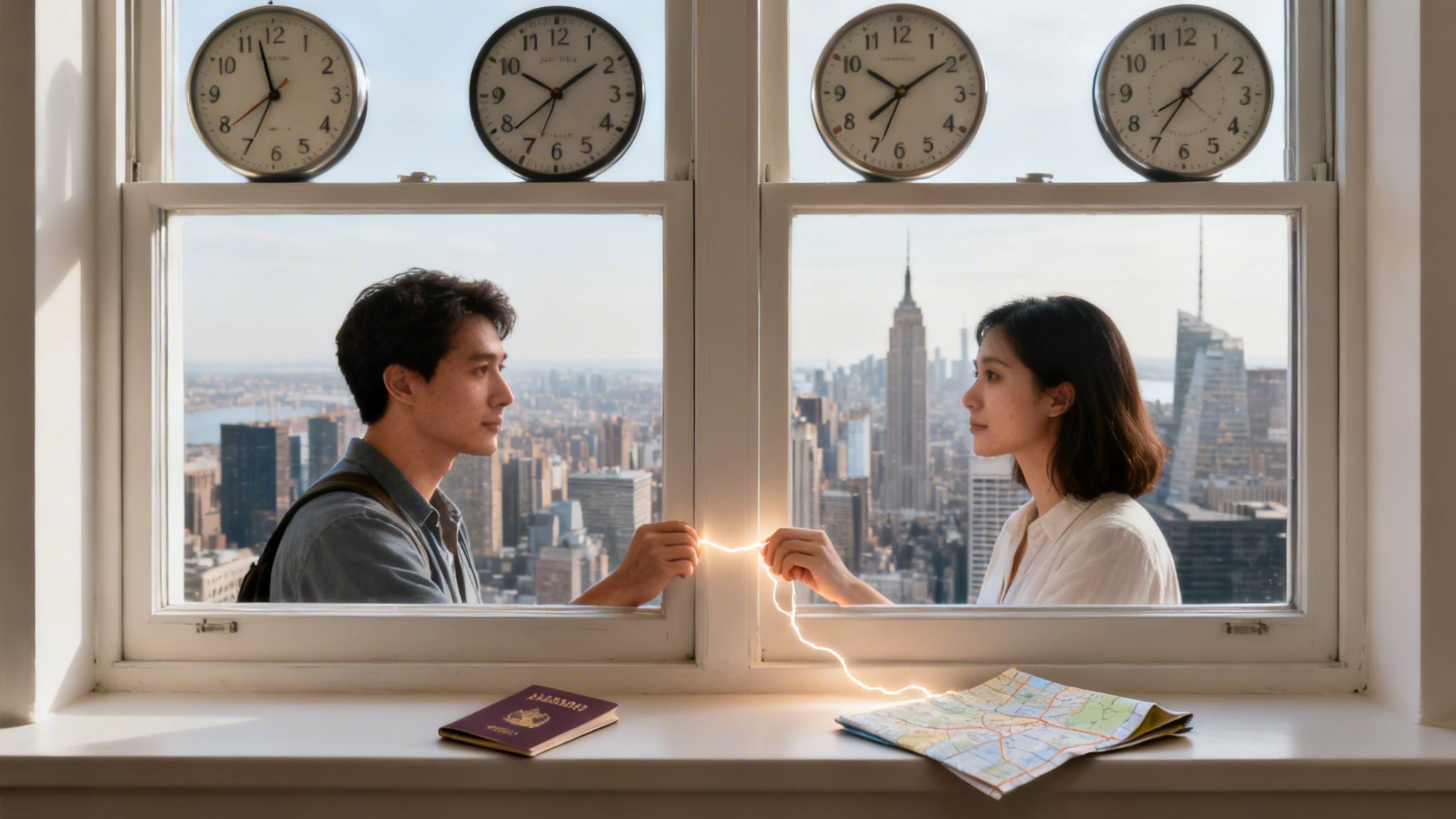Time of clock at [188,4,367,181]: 11:34
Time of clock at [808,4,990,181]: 10:09
